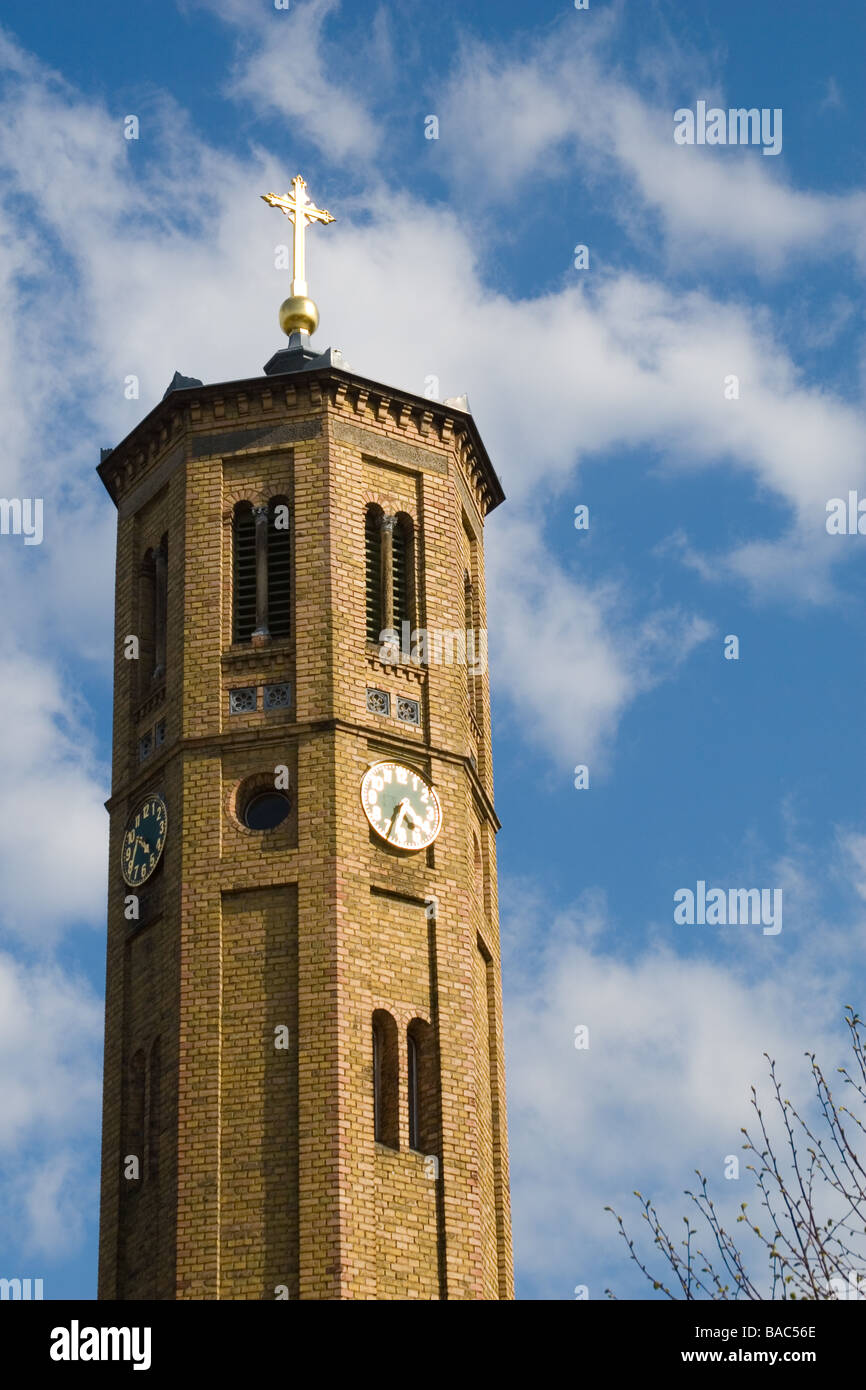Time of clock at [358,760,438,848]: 4:34
